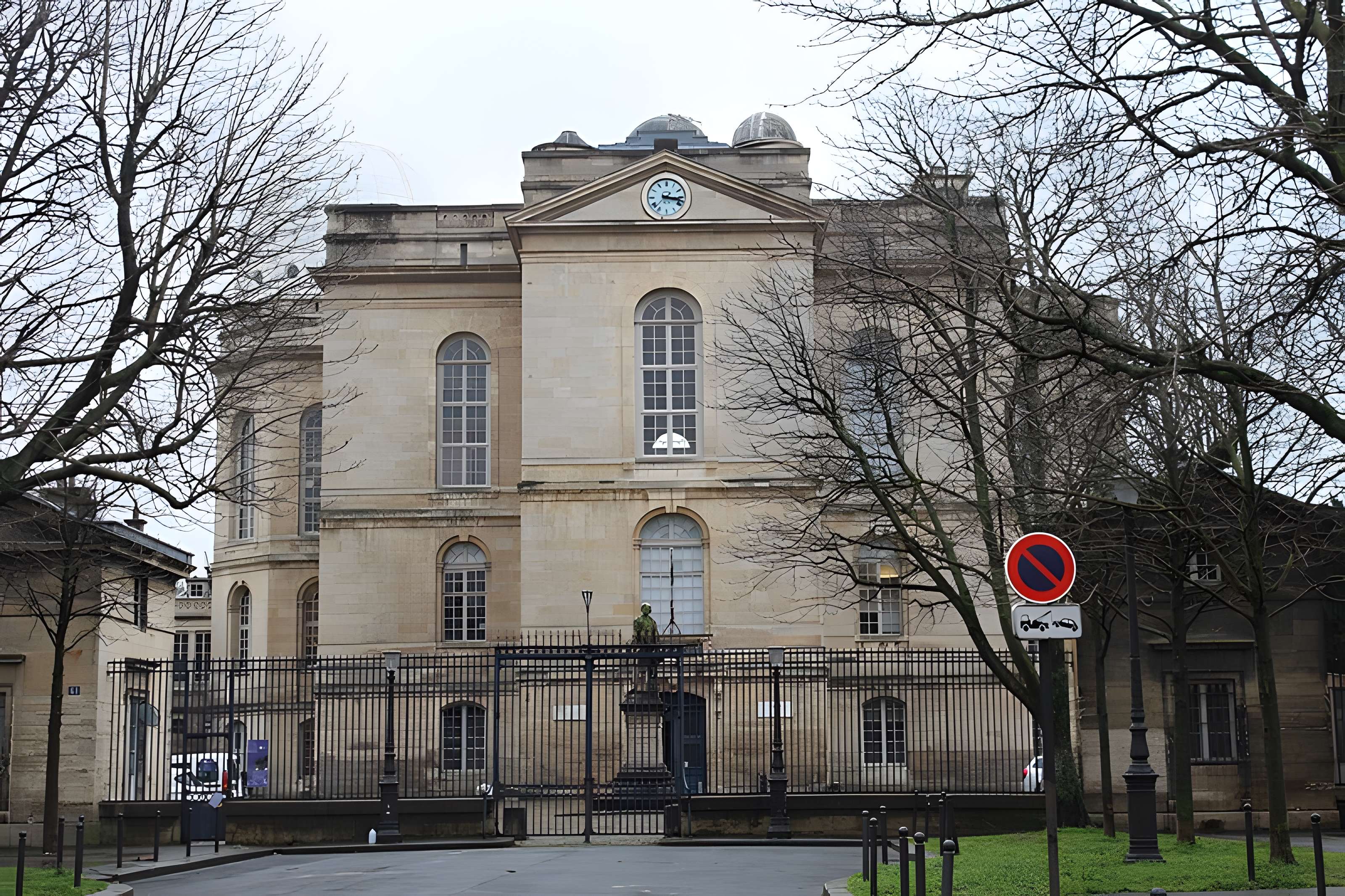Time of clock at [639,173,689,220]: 3:17
